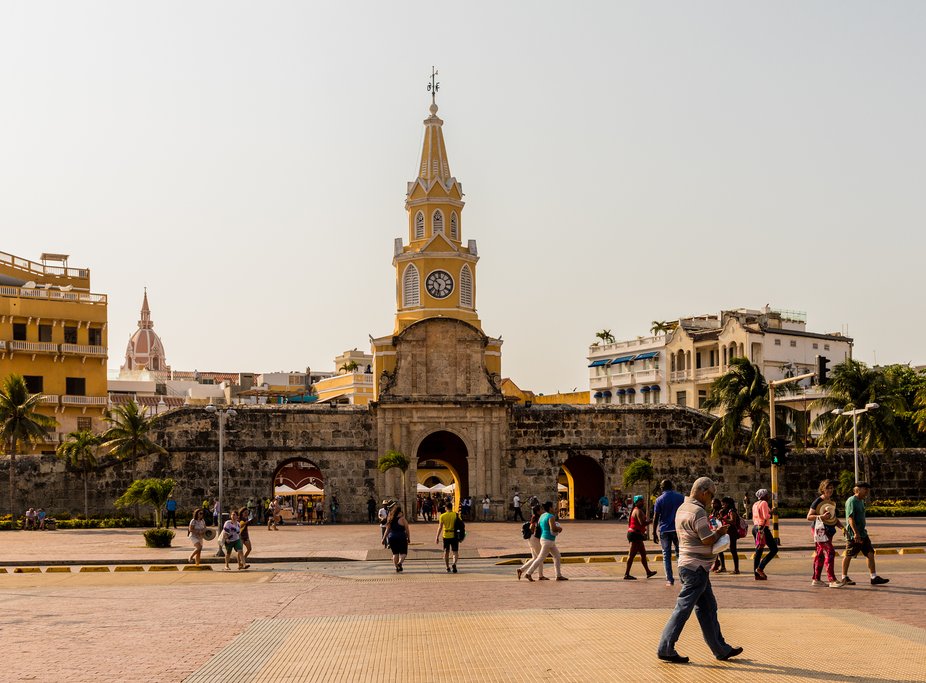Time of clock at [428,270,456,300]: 10:32
